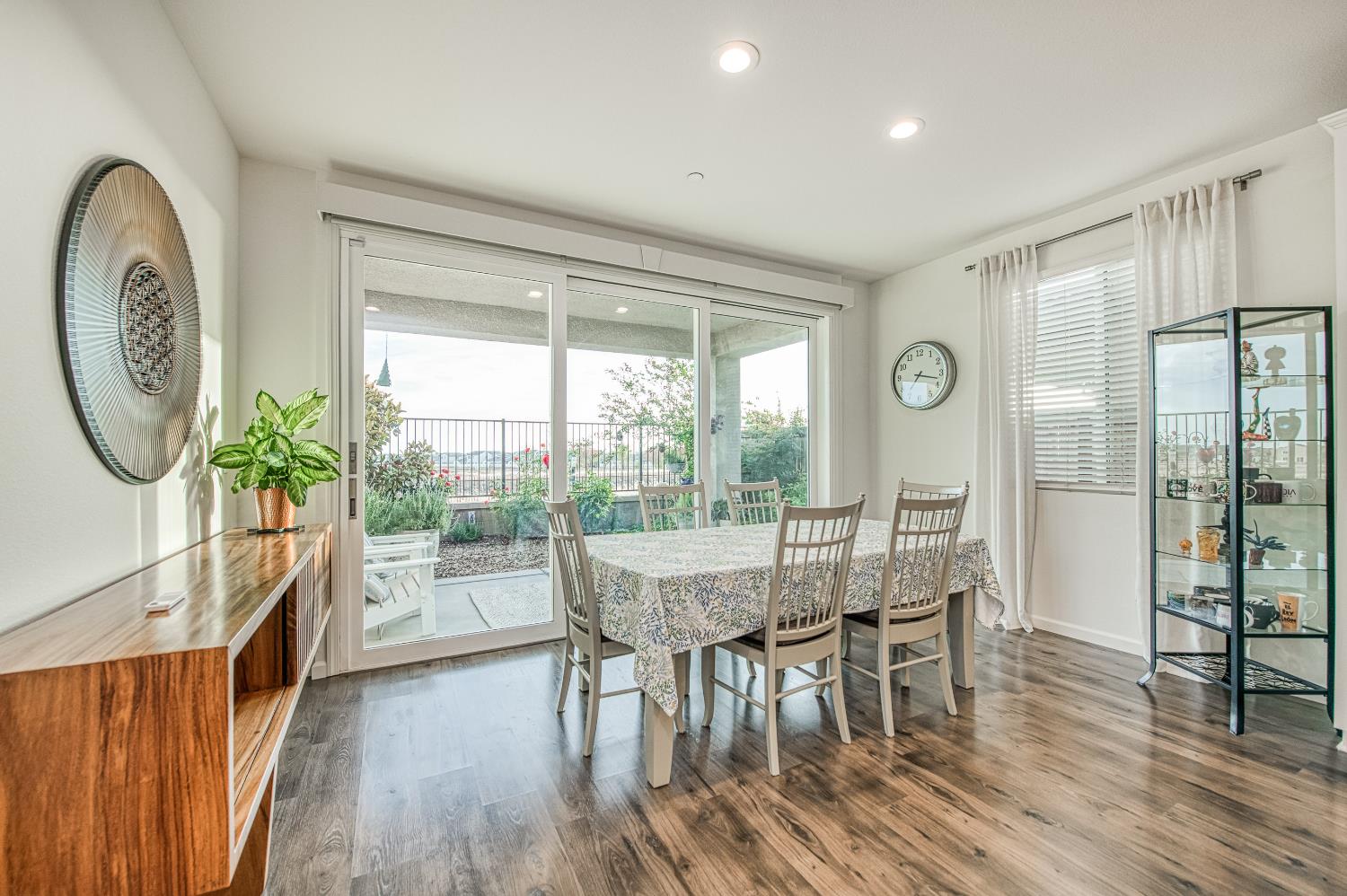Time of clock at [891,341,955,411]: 7:17
